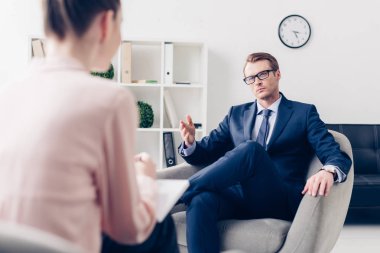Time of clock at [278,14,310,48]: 3:24
